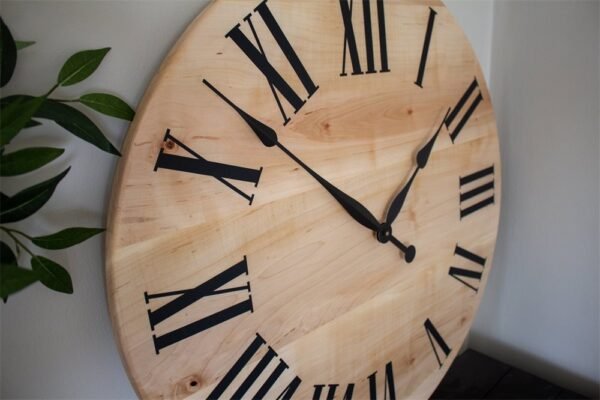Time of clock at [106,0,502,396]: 1:52
